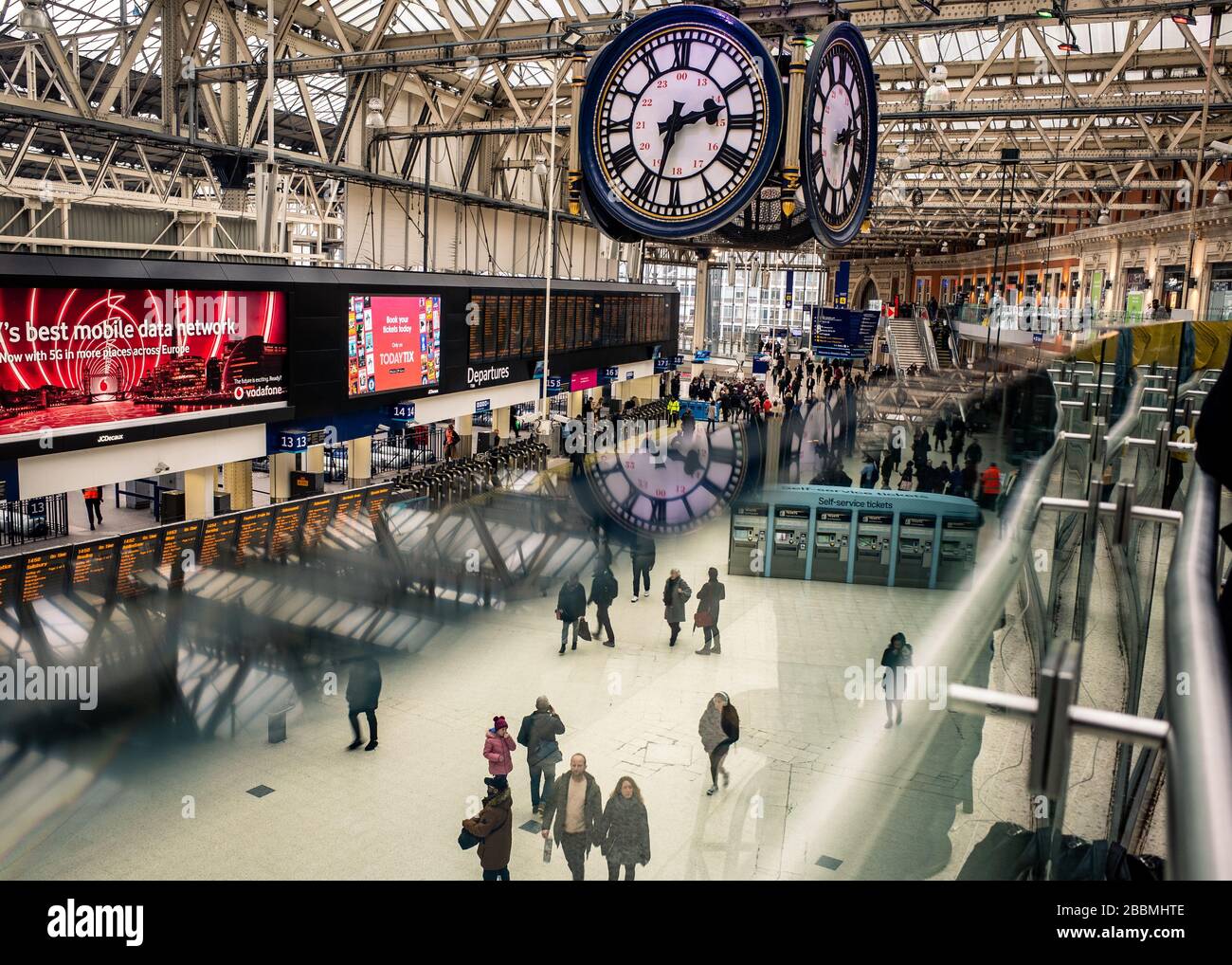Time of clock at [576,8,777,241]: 2:32
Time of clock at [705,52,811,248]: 2:32
